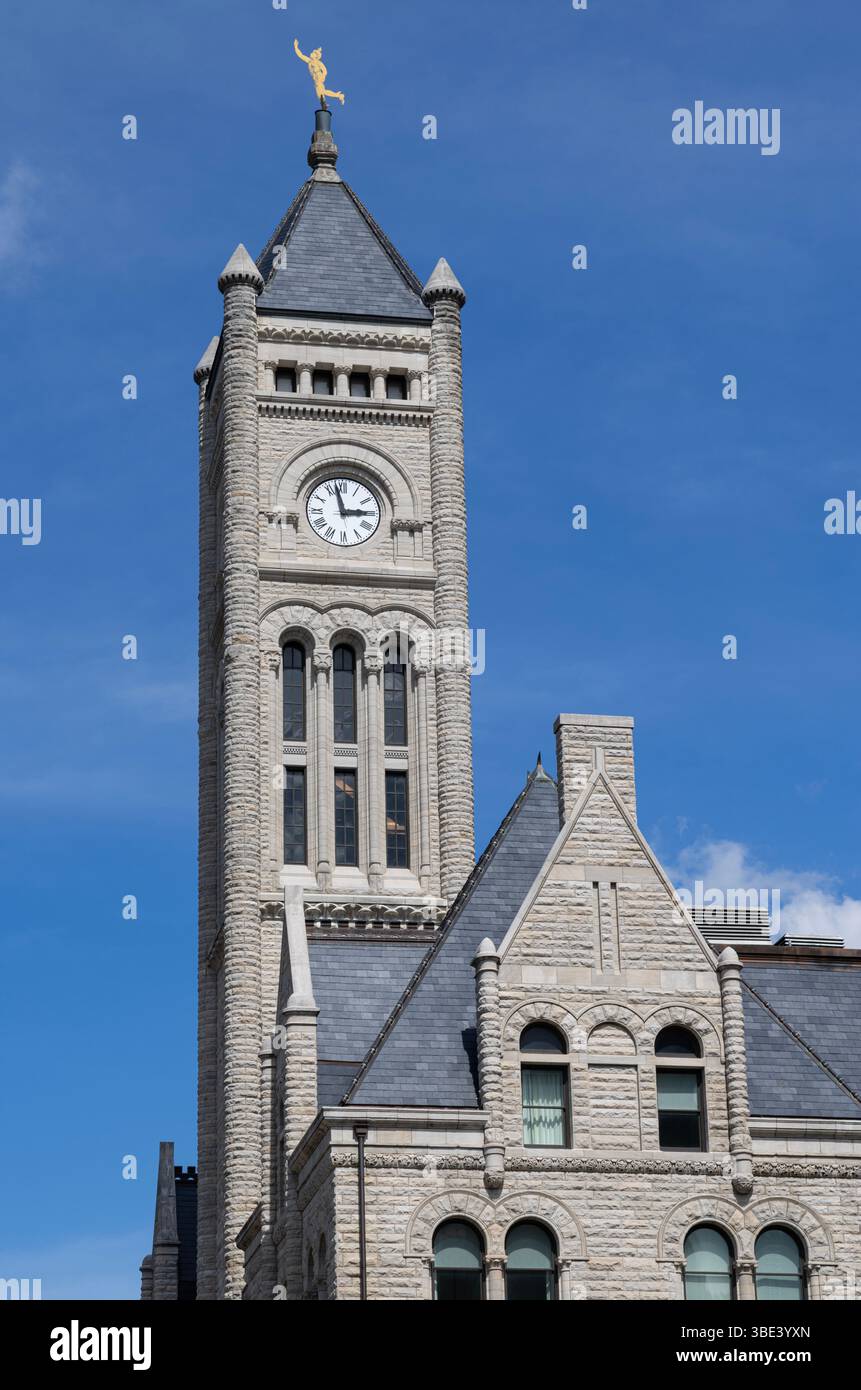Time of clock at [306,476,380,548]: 2:57
